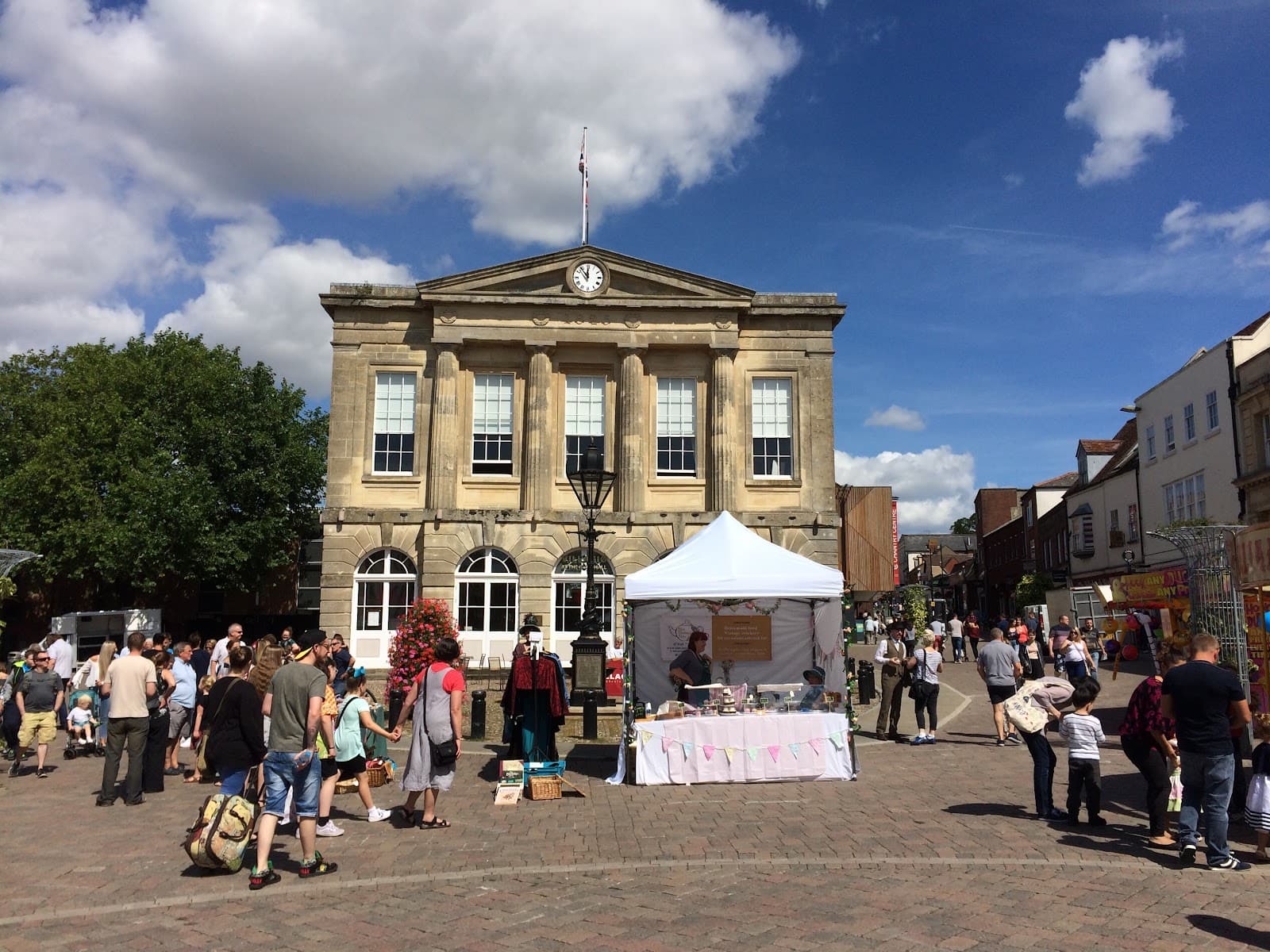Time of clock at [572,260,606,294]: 11:53
